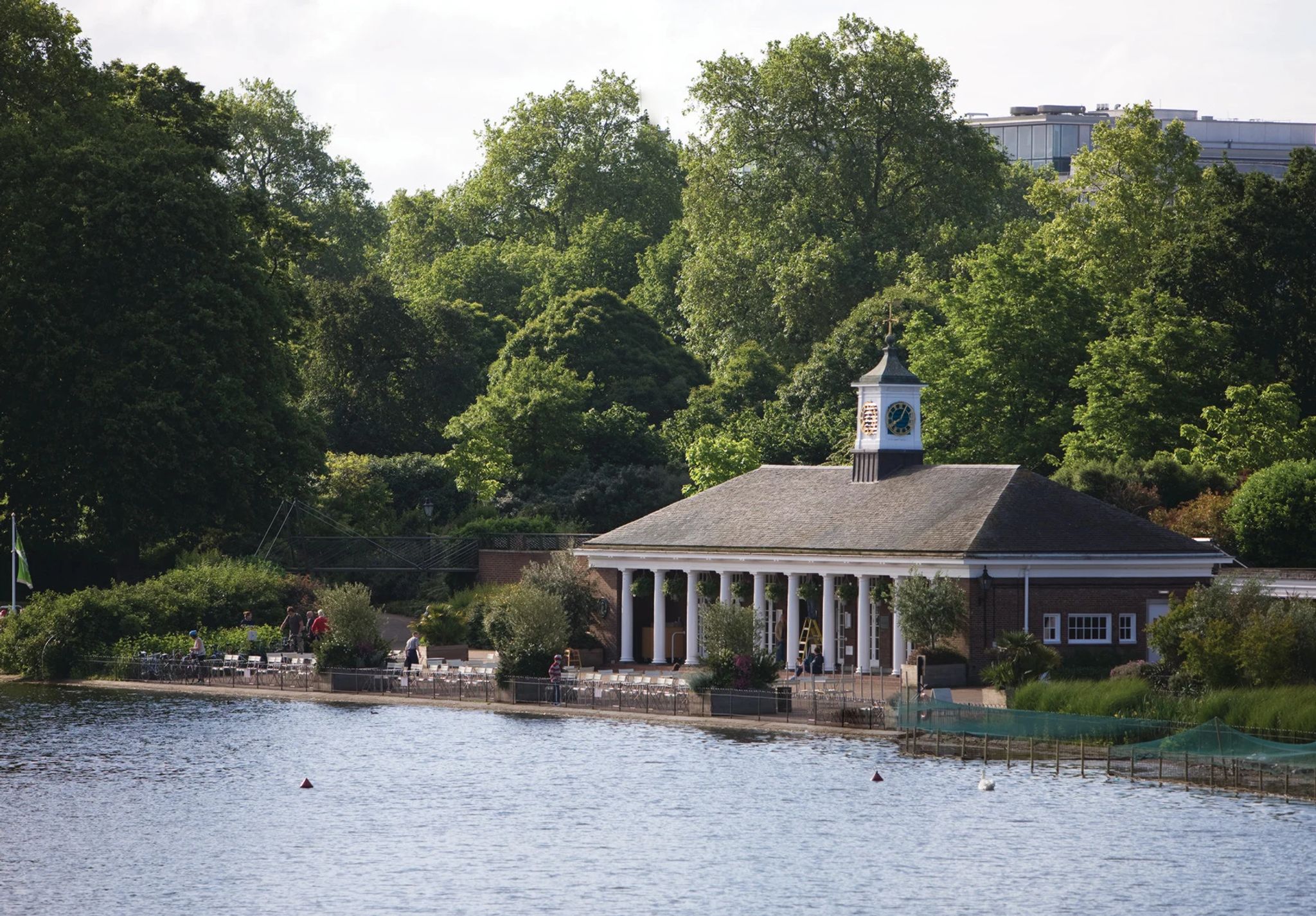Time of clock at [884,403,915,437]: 8:04
